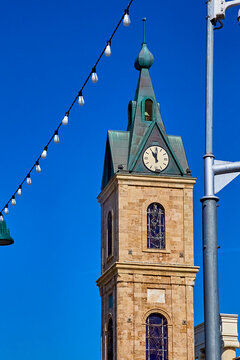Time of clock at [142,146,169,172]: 11:00
